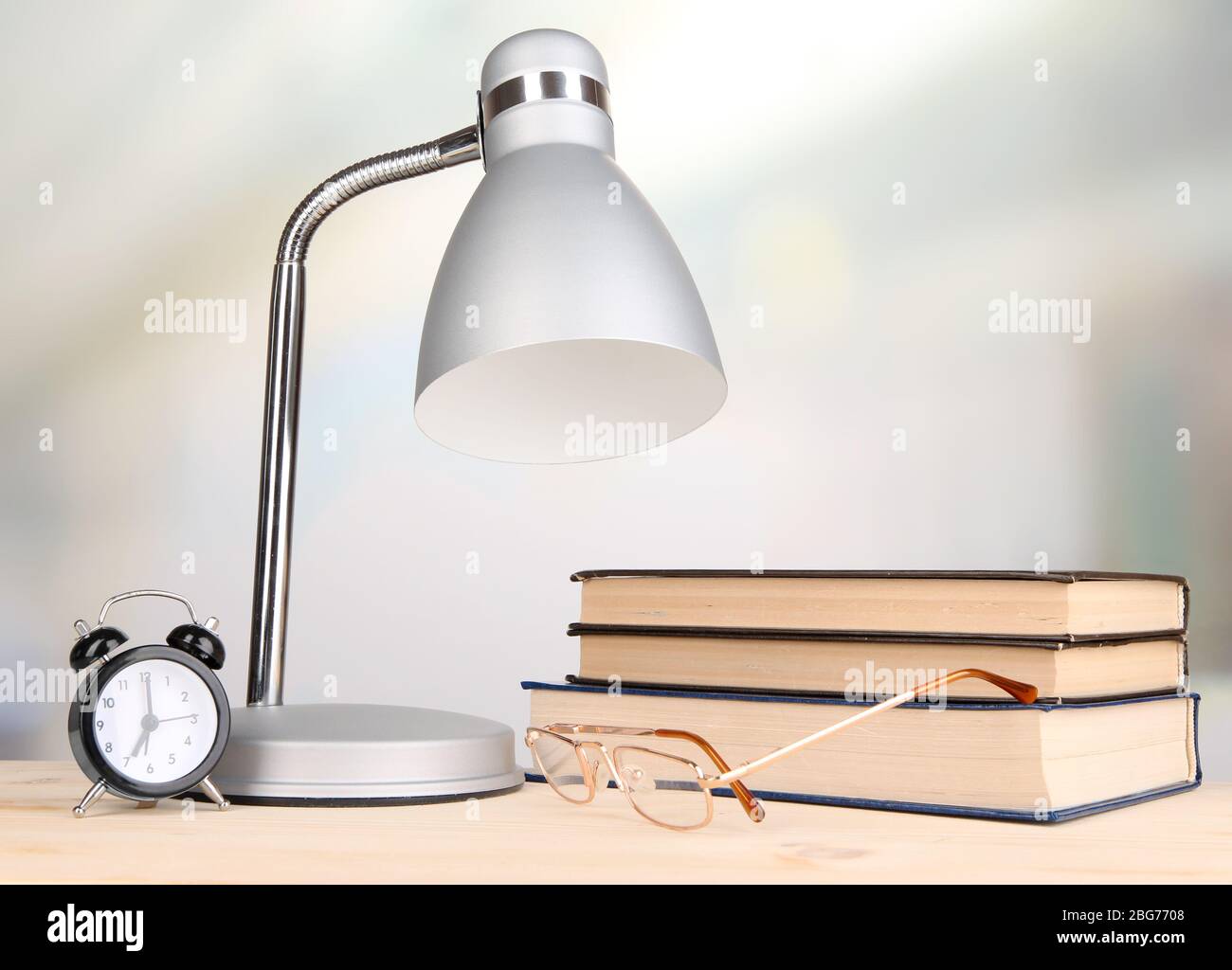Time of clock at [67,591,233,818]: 7:00
